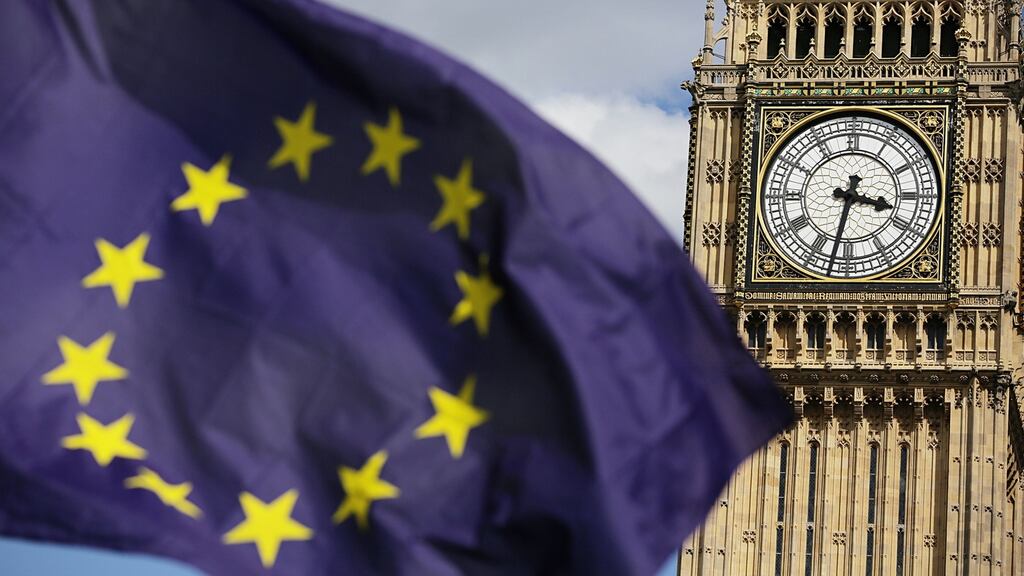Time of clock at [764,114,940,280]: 3:32
